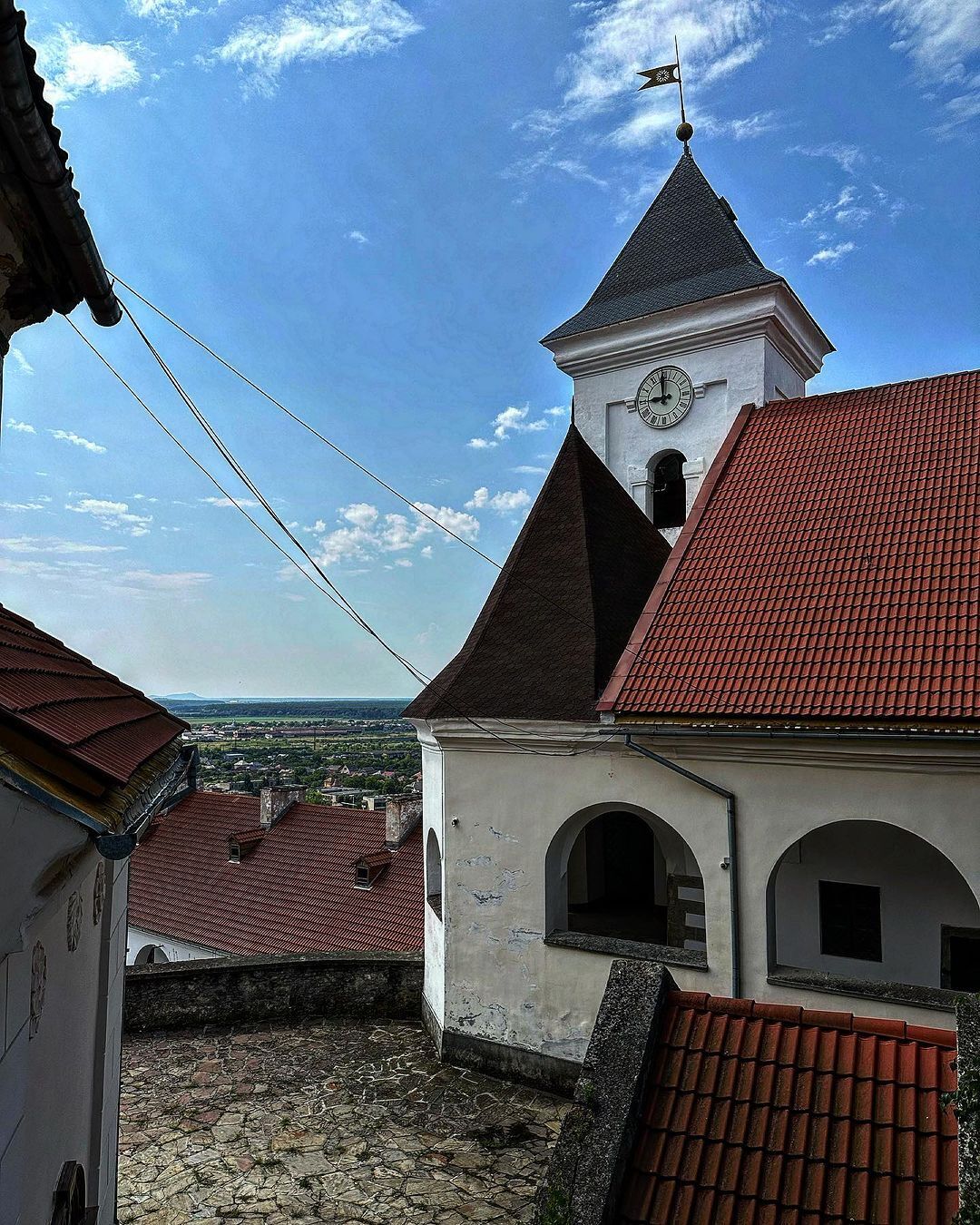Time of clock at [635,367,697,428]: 8:59
